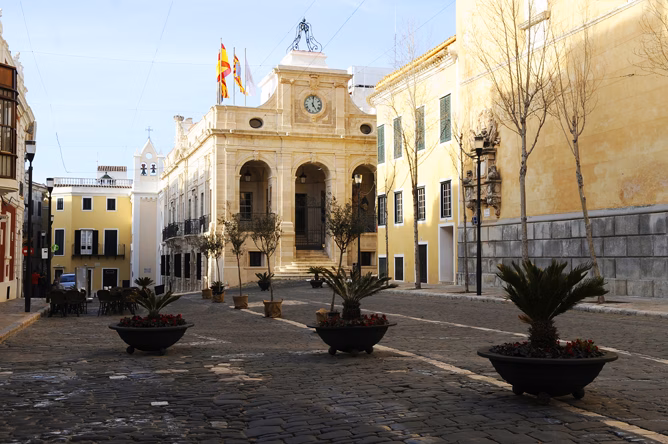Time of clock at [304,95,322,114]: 5:01
